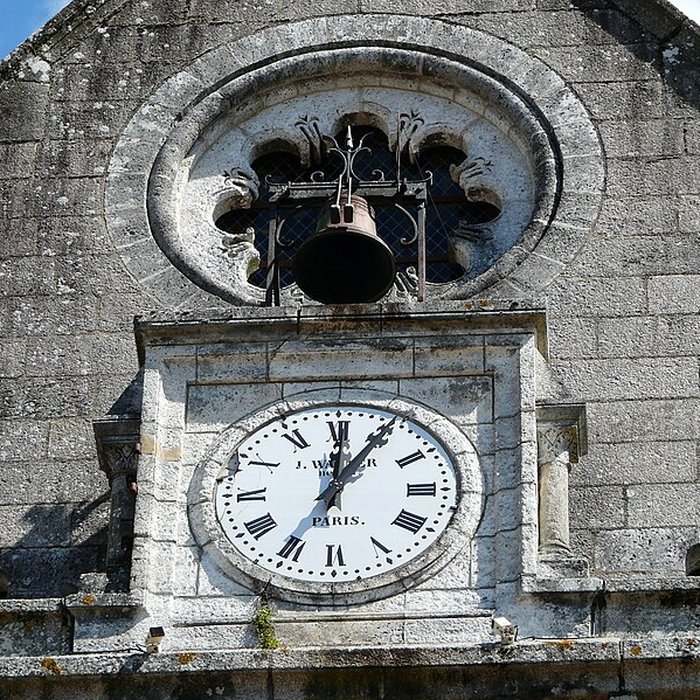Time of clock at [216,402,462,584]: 12:05
